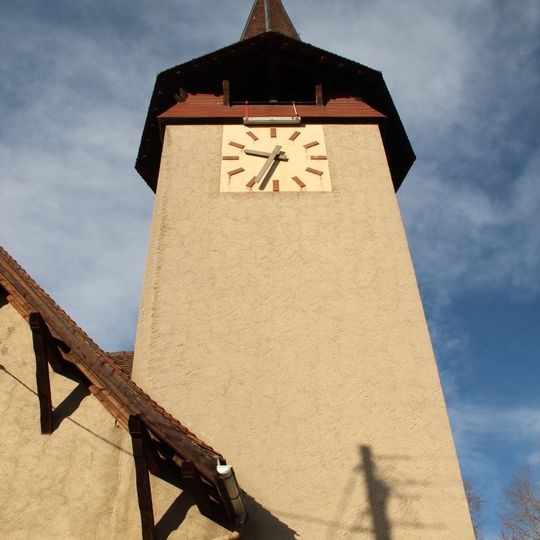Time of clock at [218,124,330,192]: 9:33
